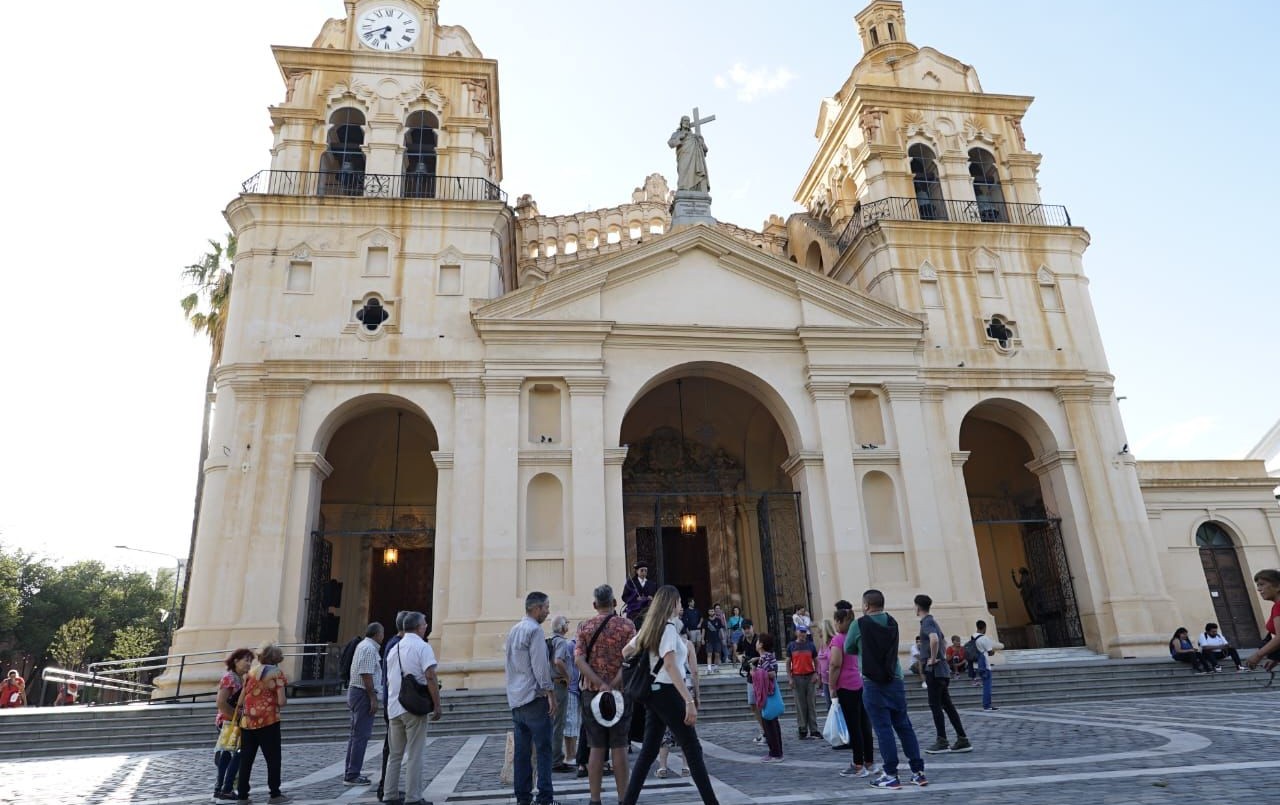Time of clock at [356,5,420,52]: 6:41
